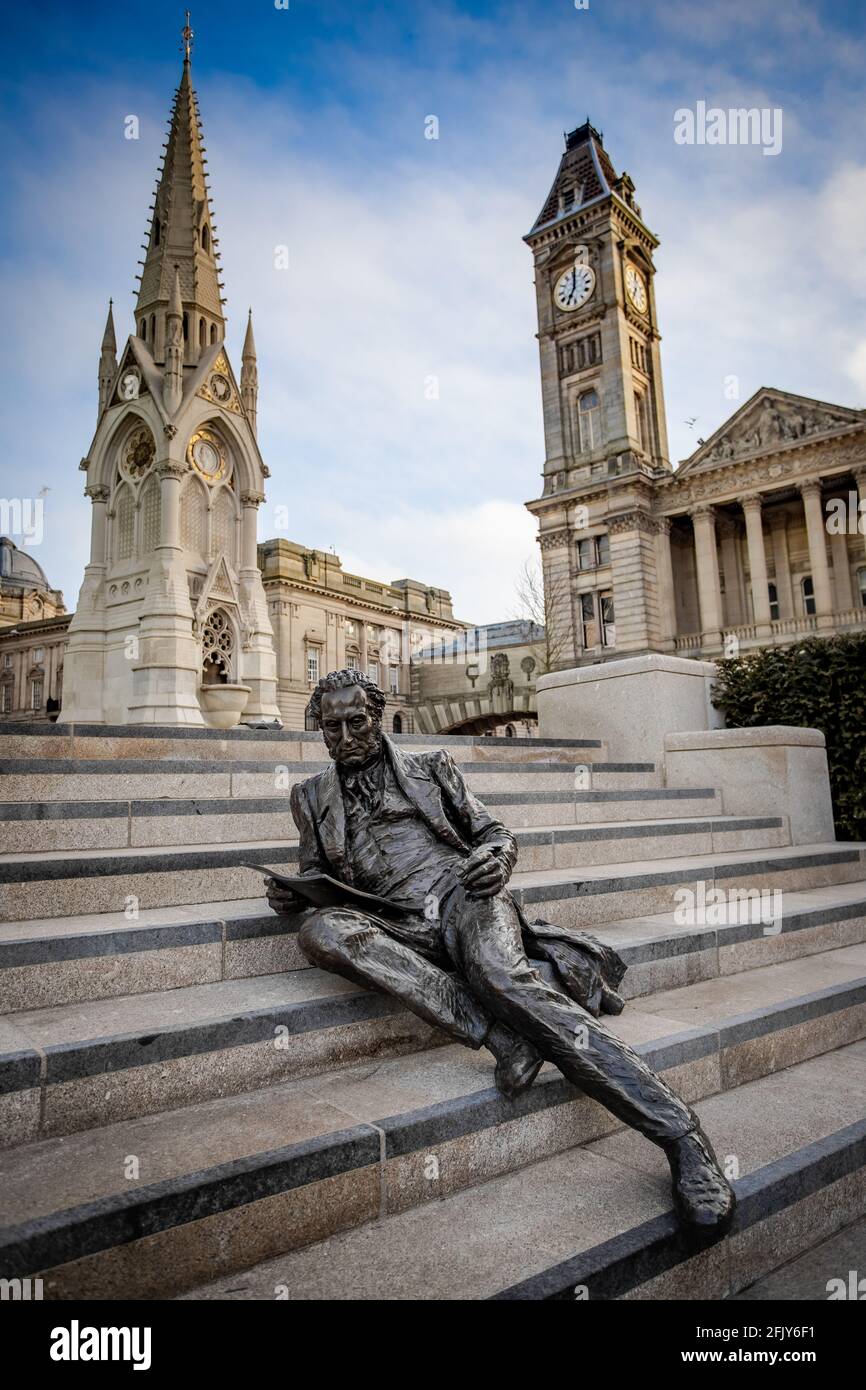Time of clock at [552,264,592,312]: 7:01
